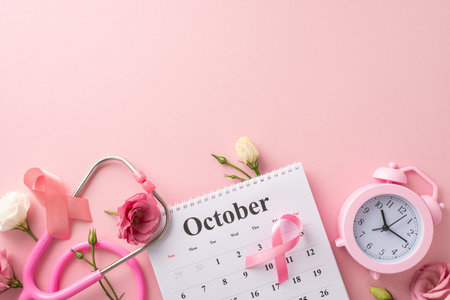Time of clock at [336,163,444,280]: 11:18
